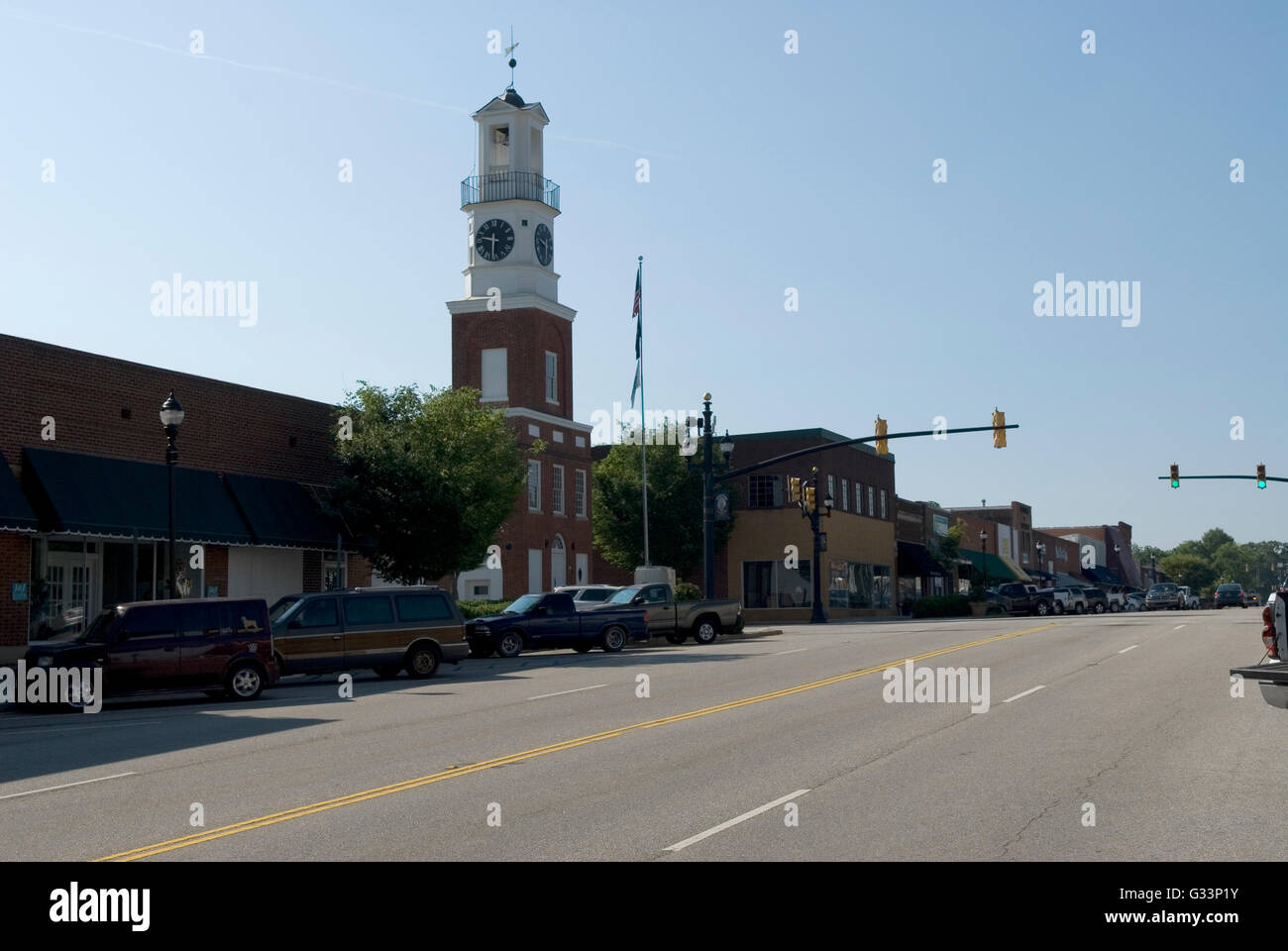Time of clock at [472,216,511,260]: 9:31
